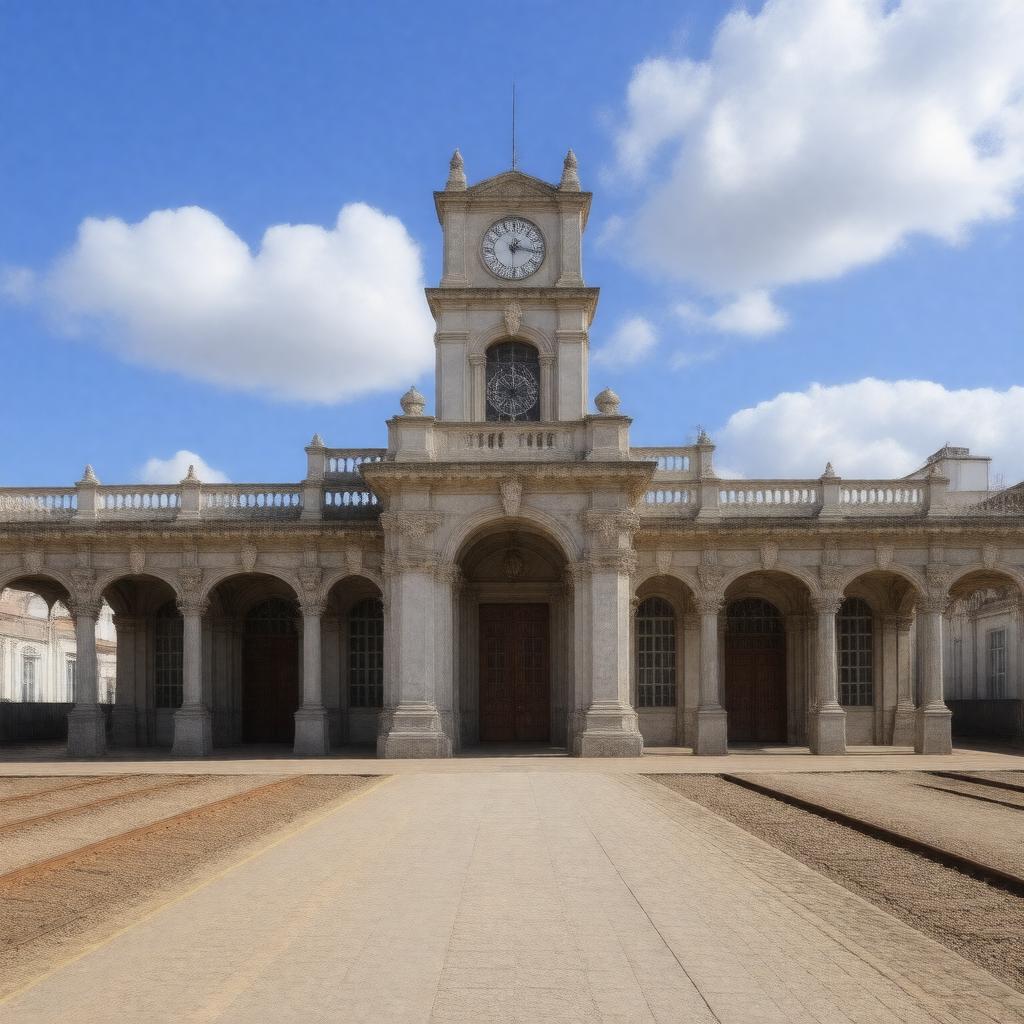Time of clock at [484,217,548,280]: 1:16
